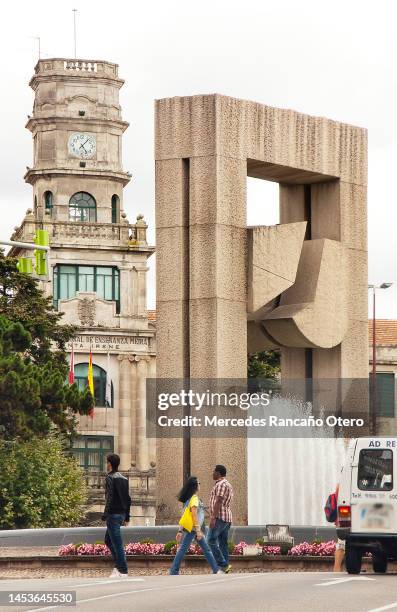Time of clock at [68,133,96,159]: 5:06
